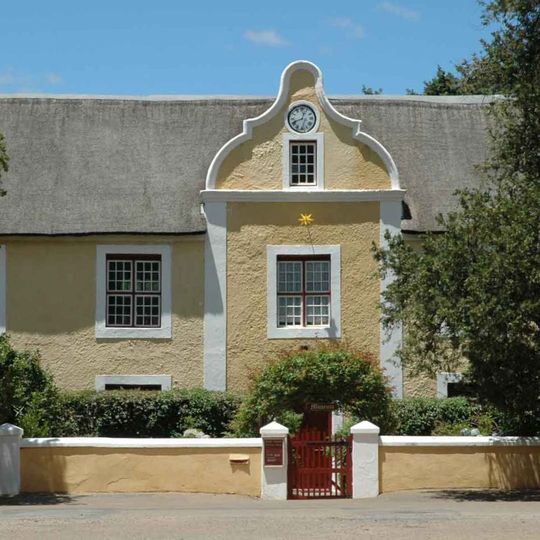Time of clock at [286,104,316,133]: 12:41
